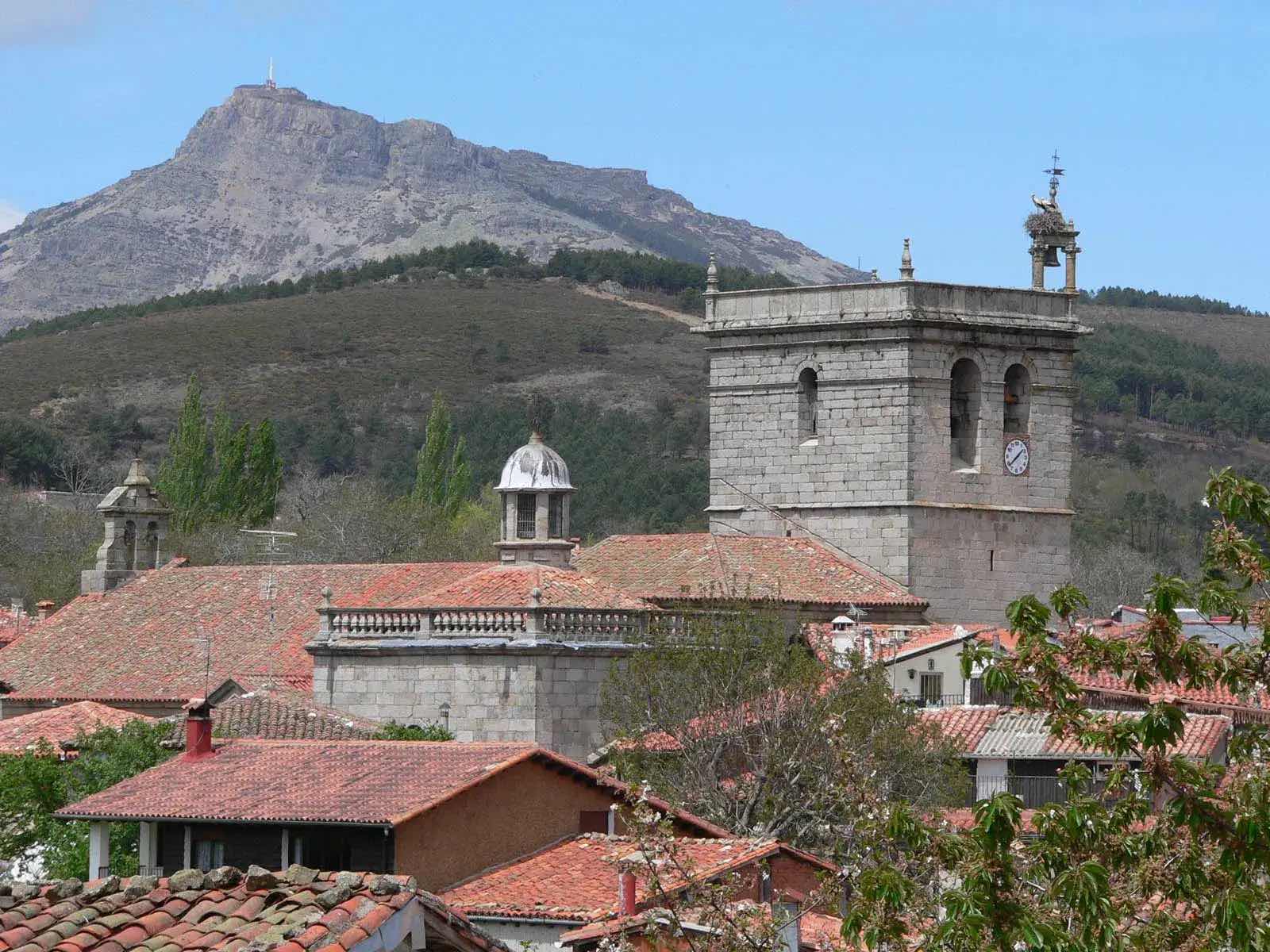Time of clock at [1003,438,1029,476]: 1:38
